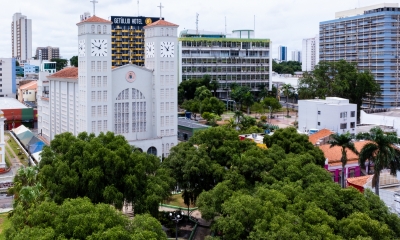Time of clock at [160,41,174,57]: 12:52
